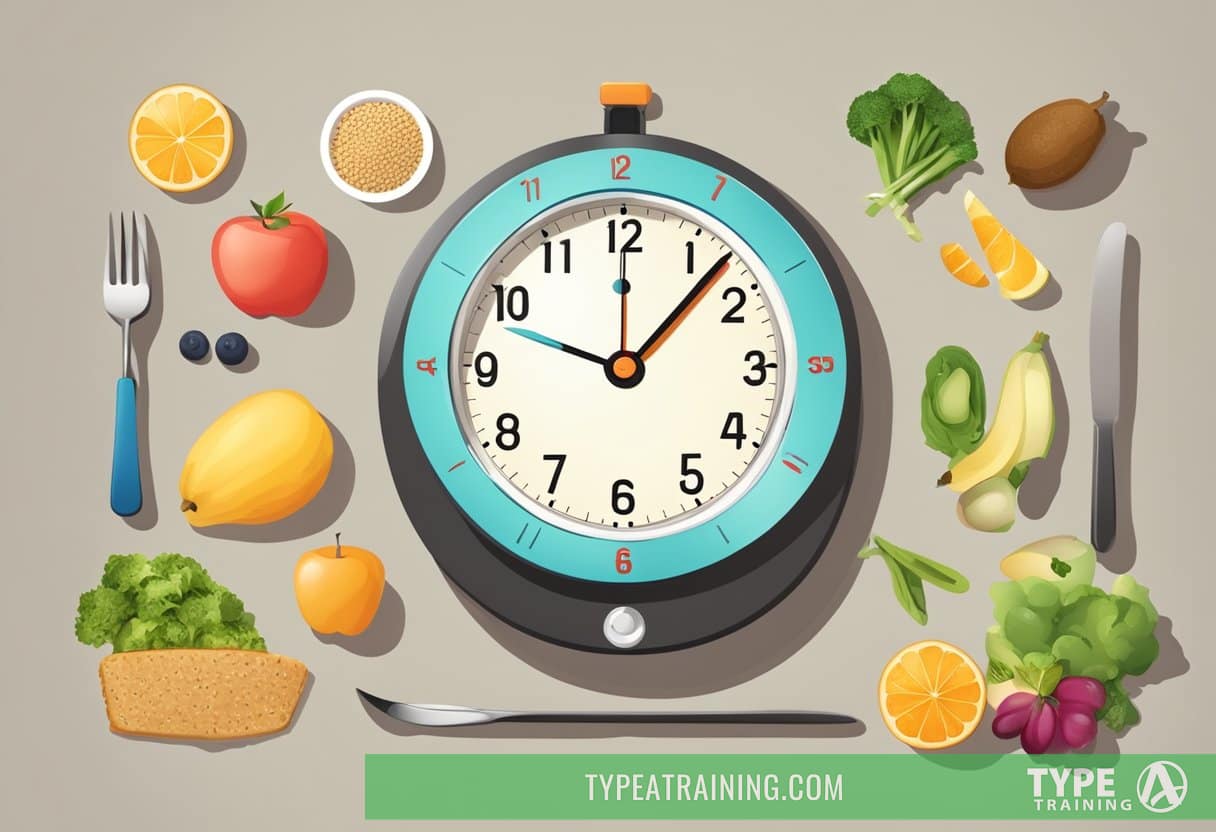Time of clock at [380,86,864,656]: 12:07
